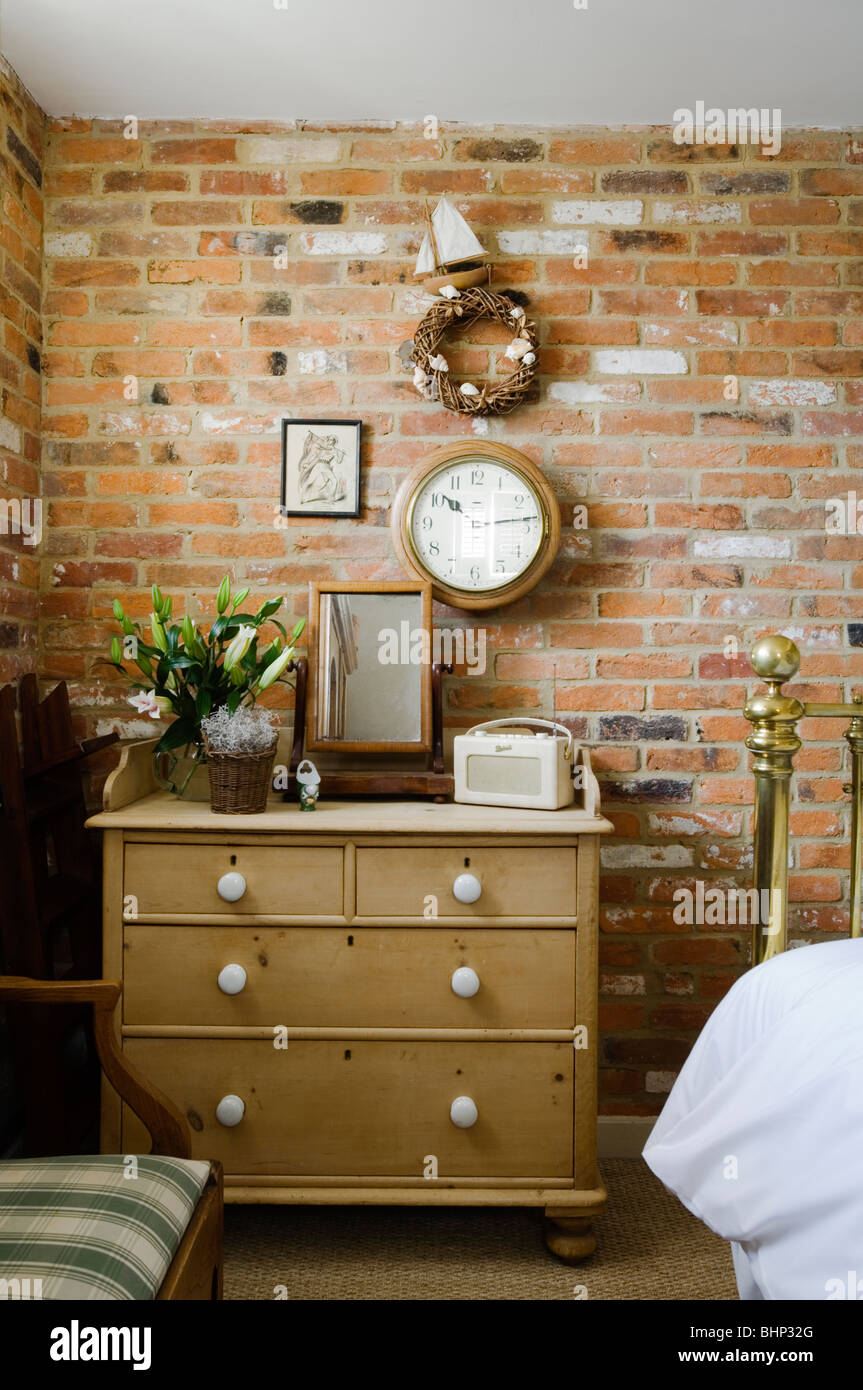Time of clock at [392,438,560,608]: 10:14
